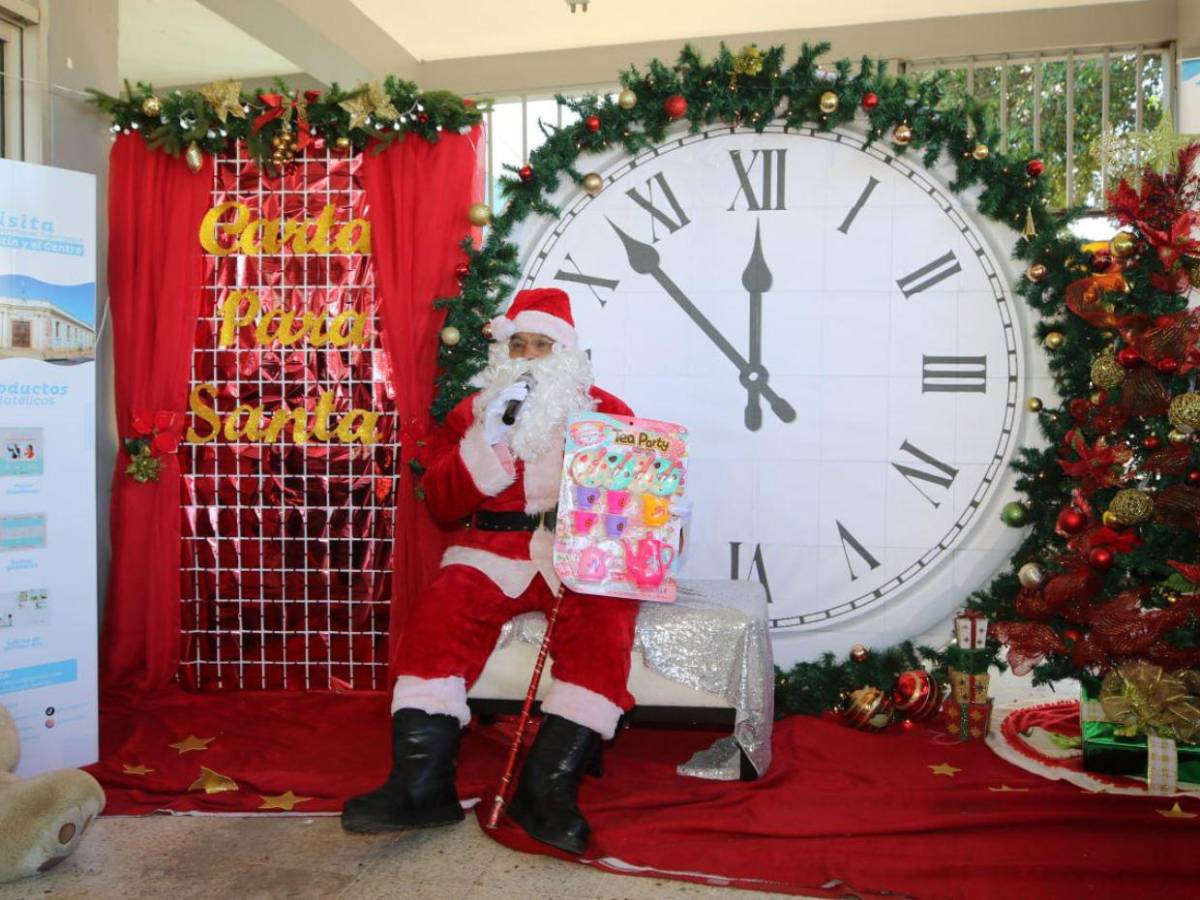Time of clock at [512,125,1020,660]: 11:52
